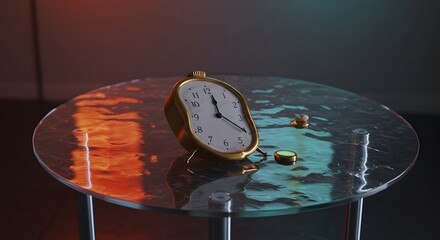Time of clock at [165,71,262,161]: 12:20
